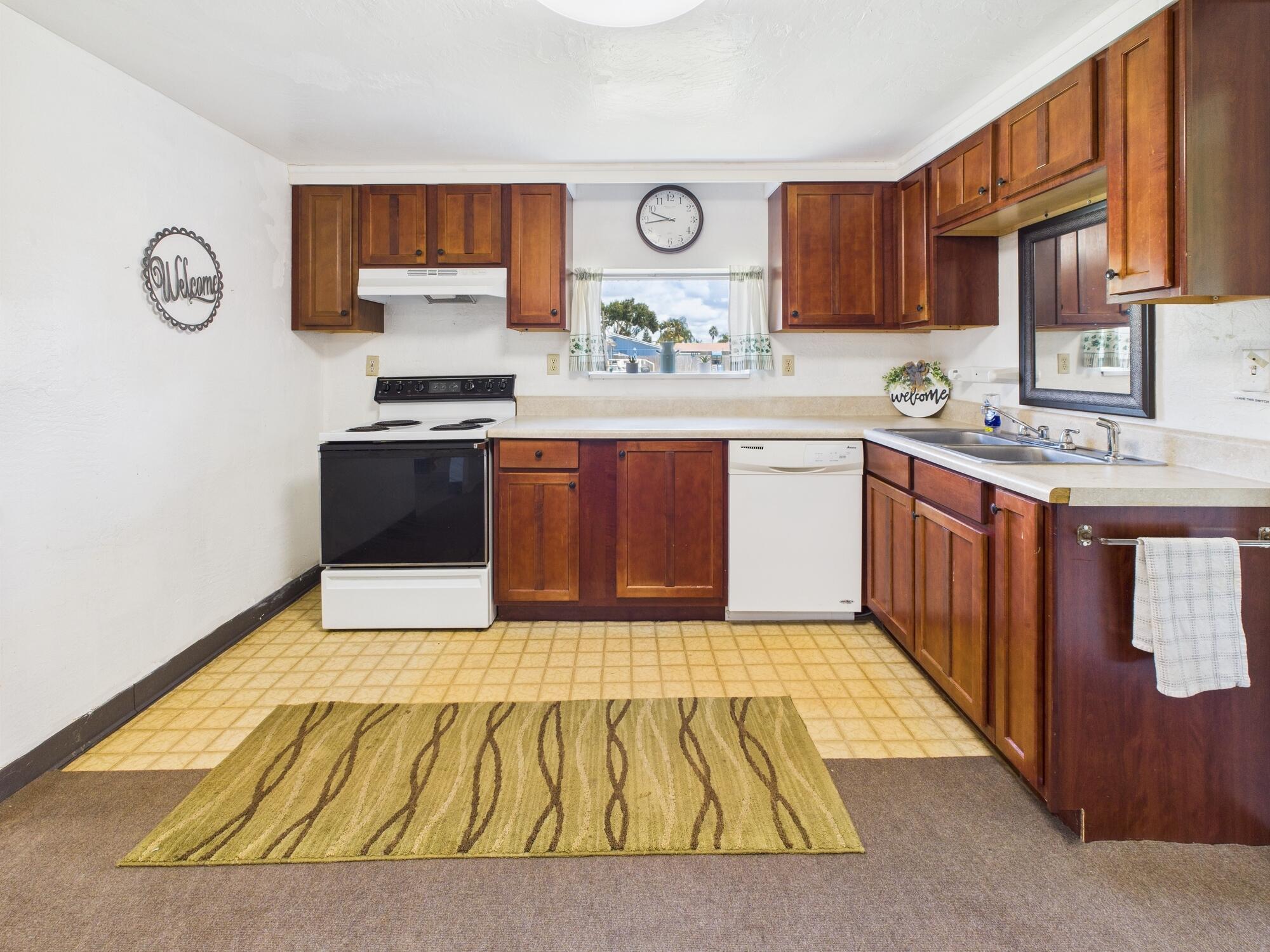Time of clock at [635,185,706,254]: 9:43
